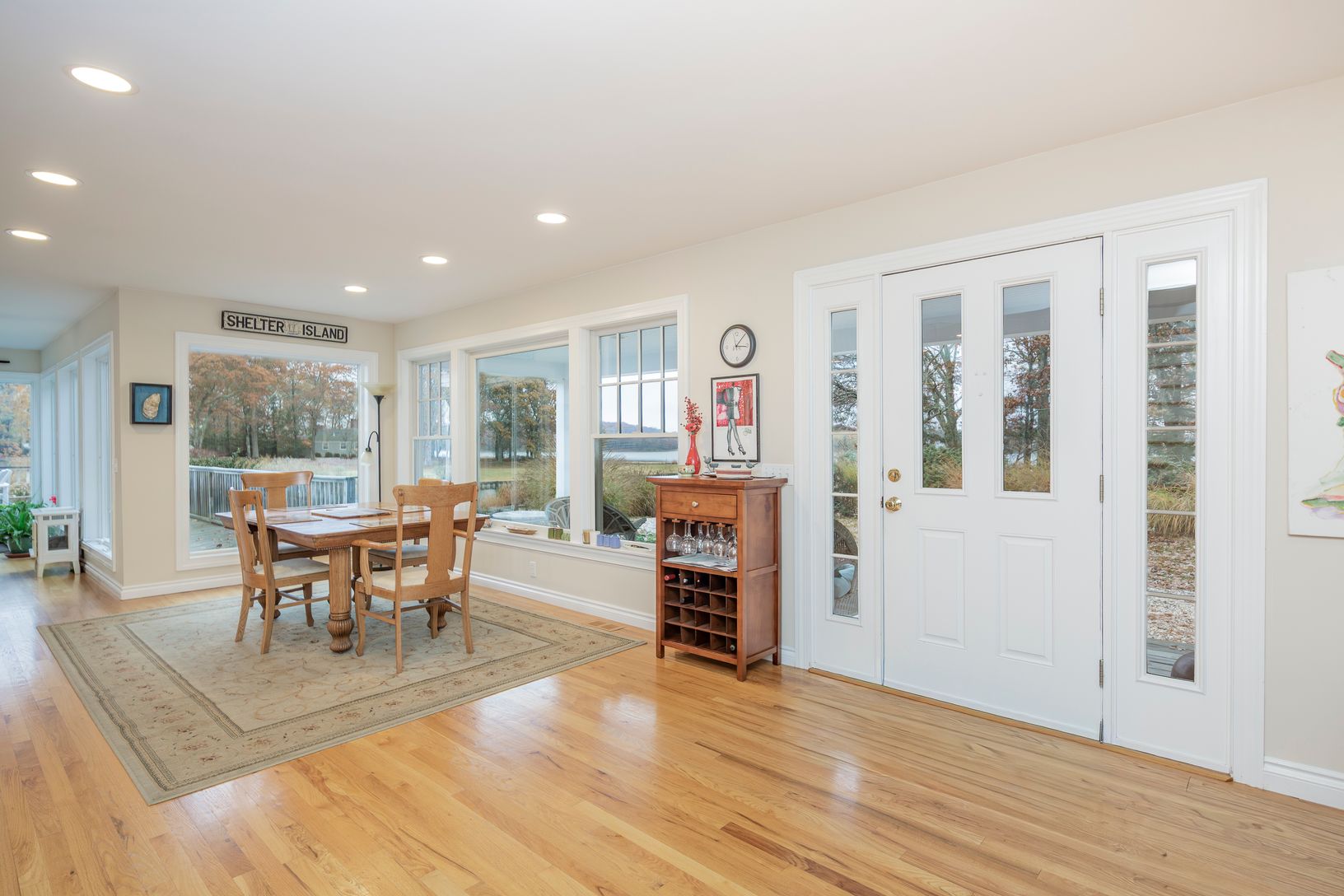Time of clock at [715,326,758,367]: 3:07
